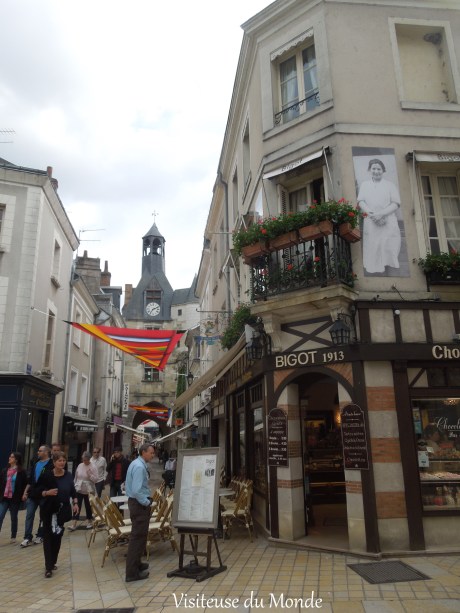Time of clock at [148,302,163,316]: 7:10
